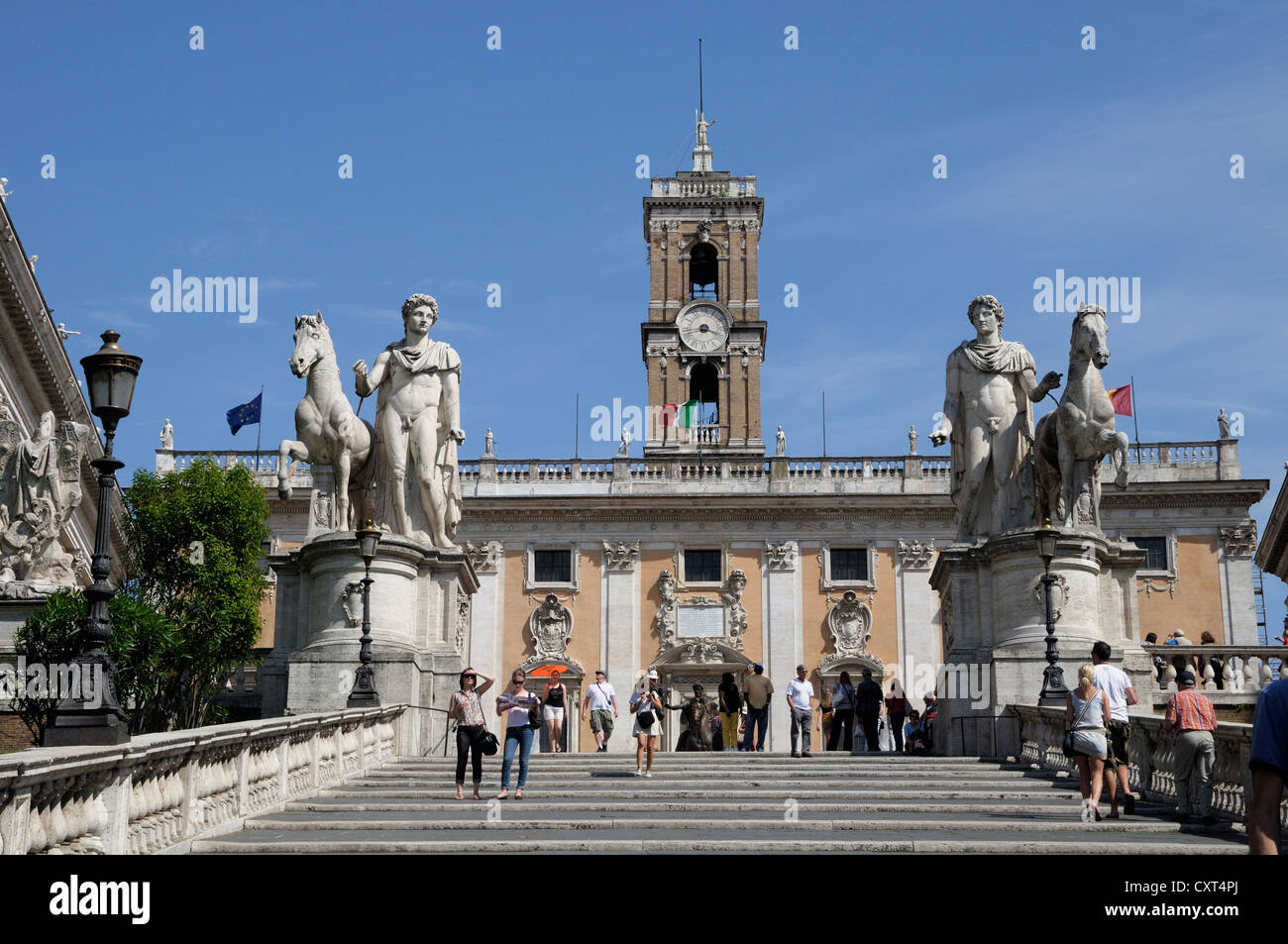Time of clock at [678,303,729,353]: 3:43
